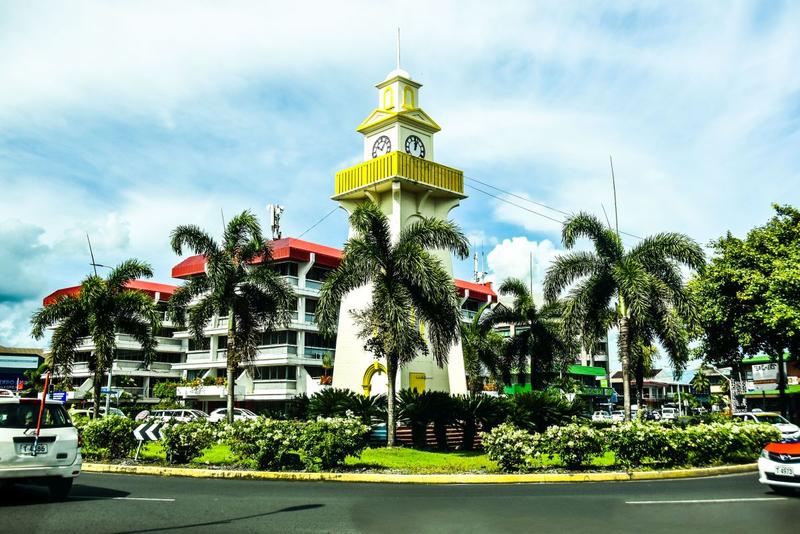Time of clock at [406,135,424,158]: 12:03
